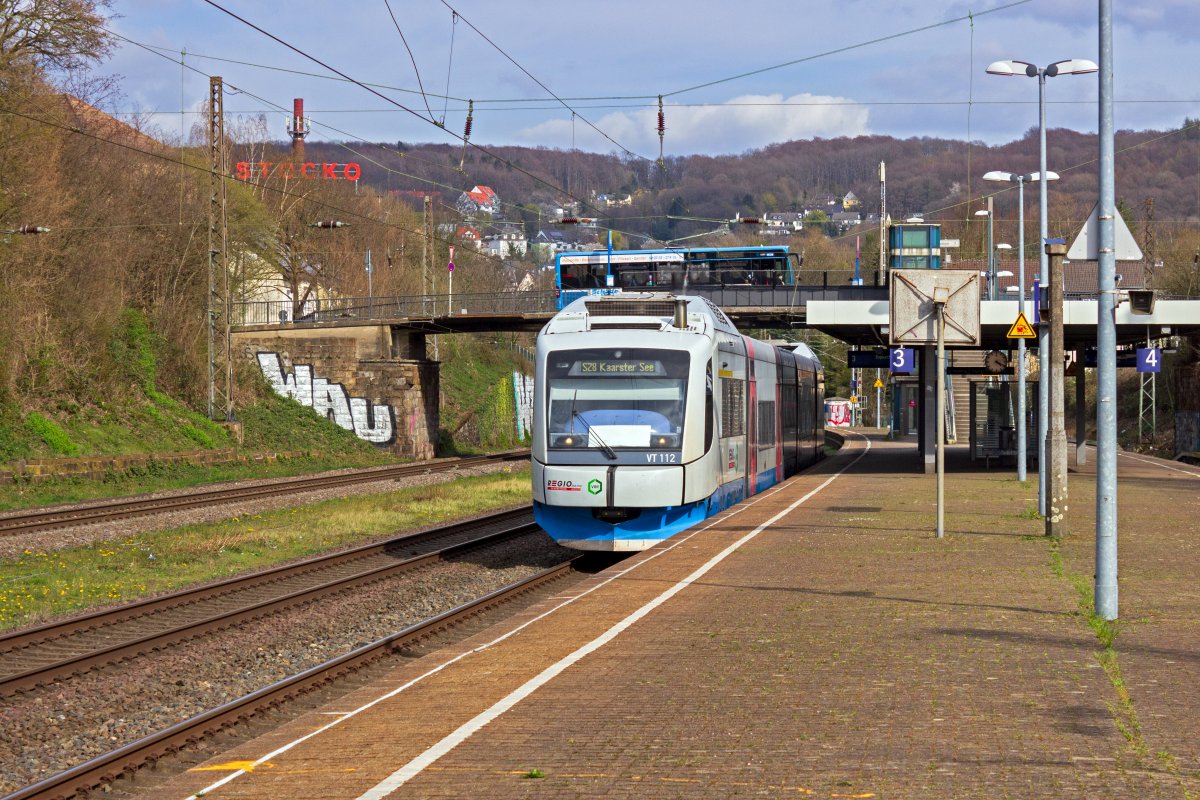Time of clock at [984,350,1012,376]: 4:18
